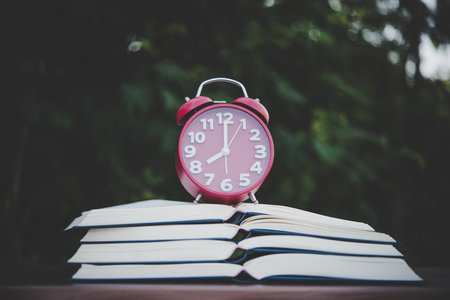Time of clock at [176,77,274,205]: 8:00
